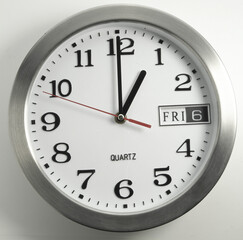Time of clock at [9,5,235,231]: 12:59
